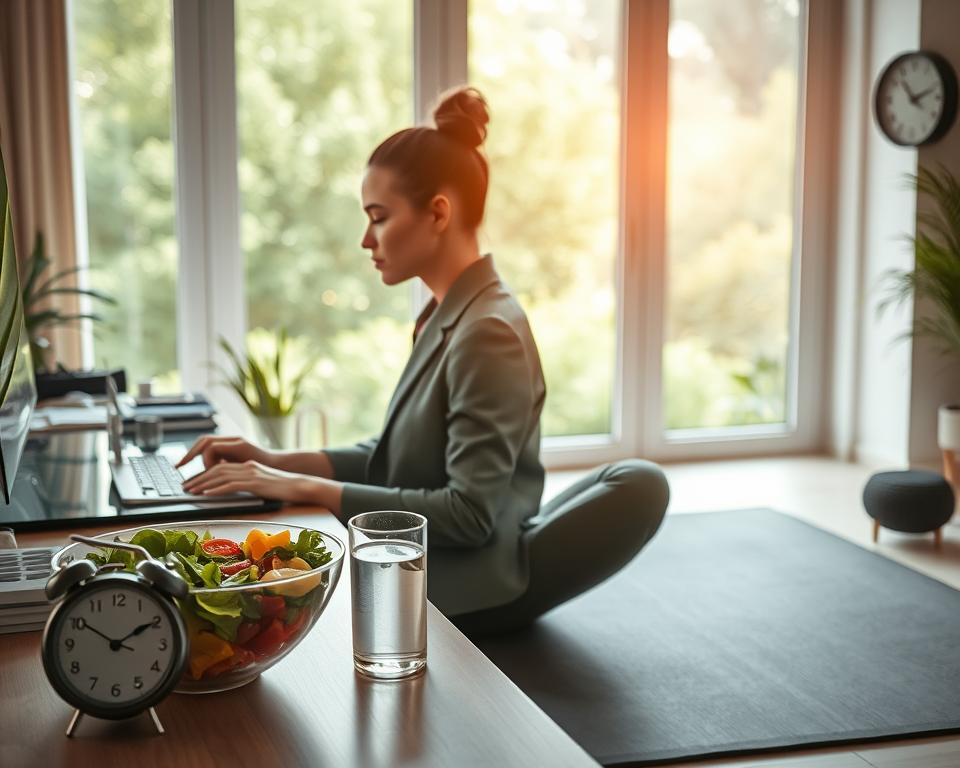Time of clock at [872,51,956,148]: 10:11
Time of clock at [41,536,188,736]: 1:50
